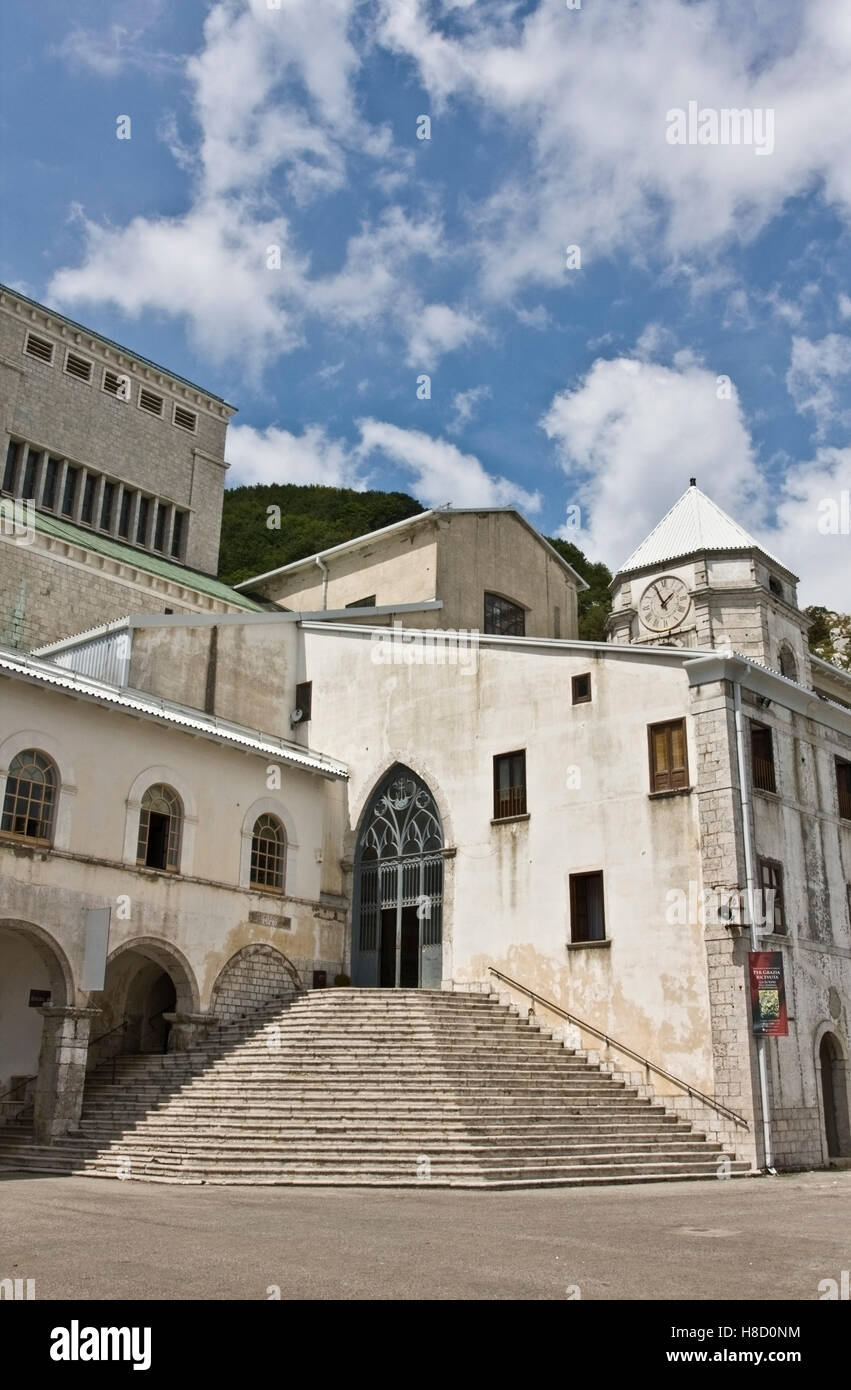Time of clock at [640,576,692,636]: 1:56
